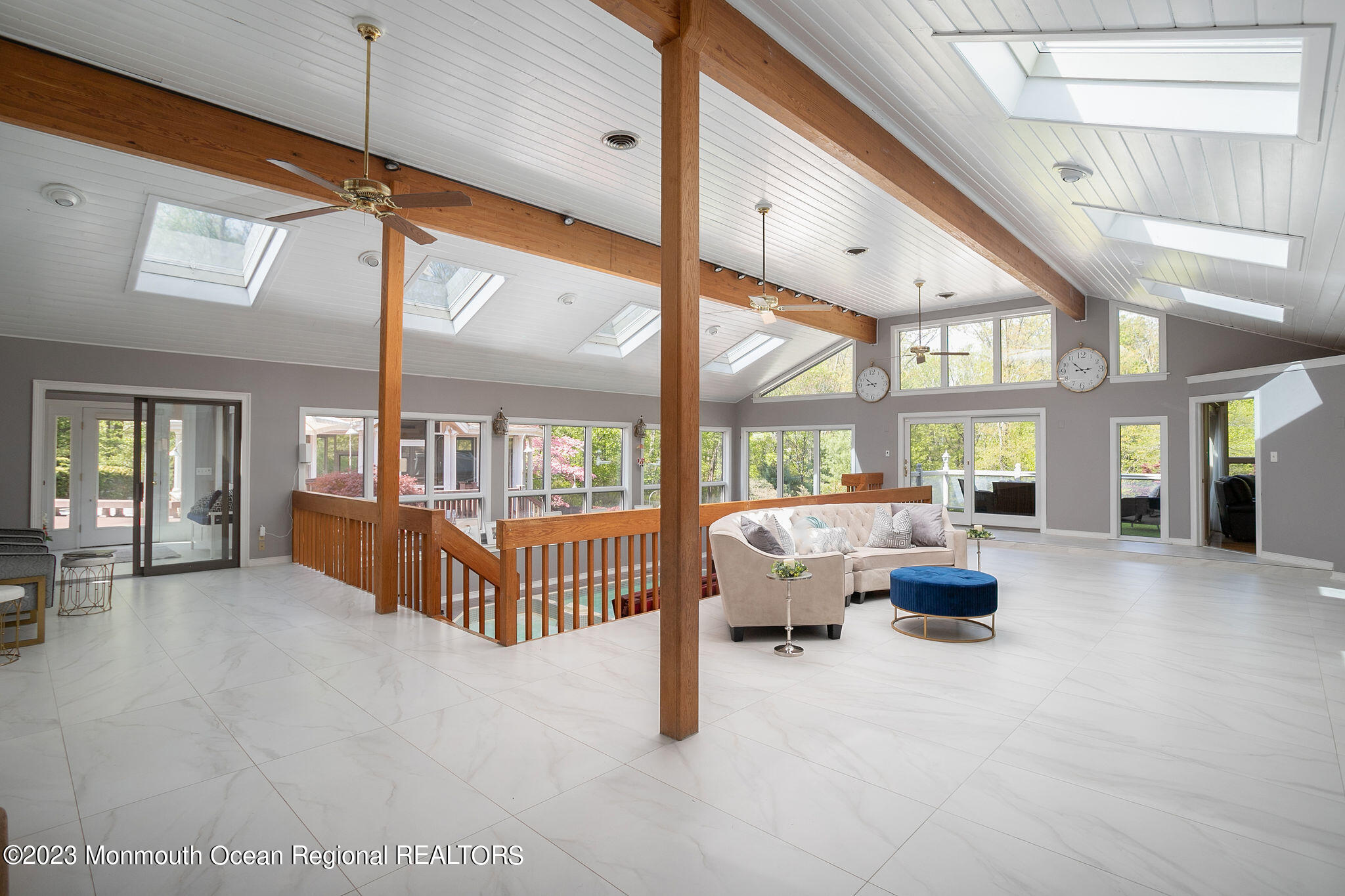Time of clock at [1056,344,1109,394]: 2:53
